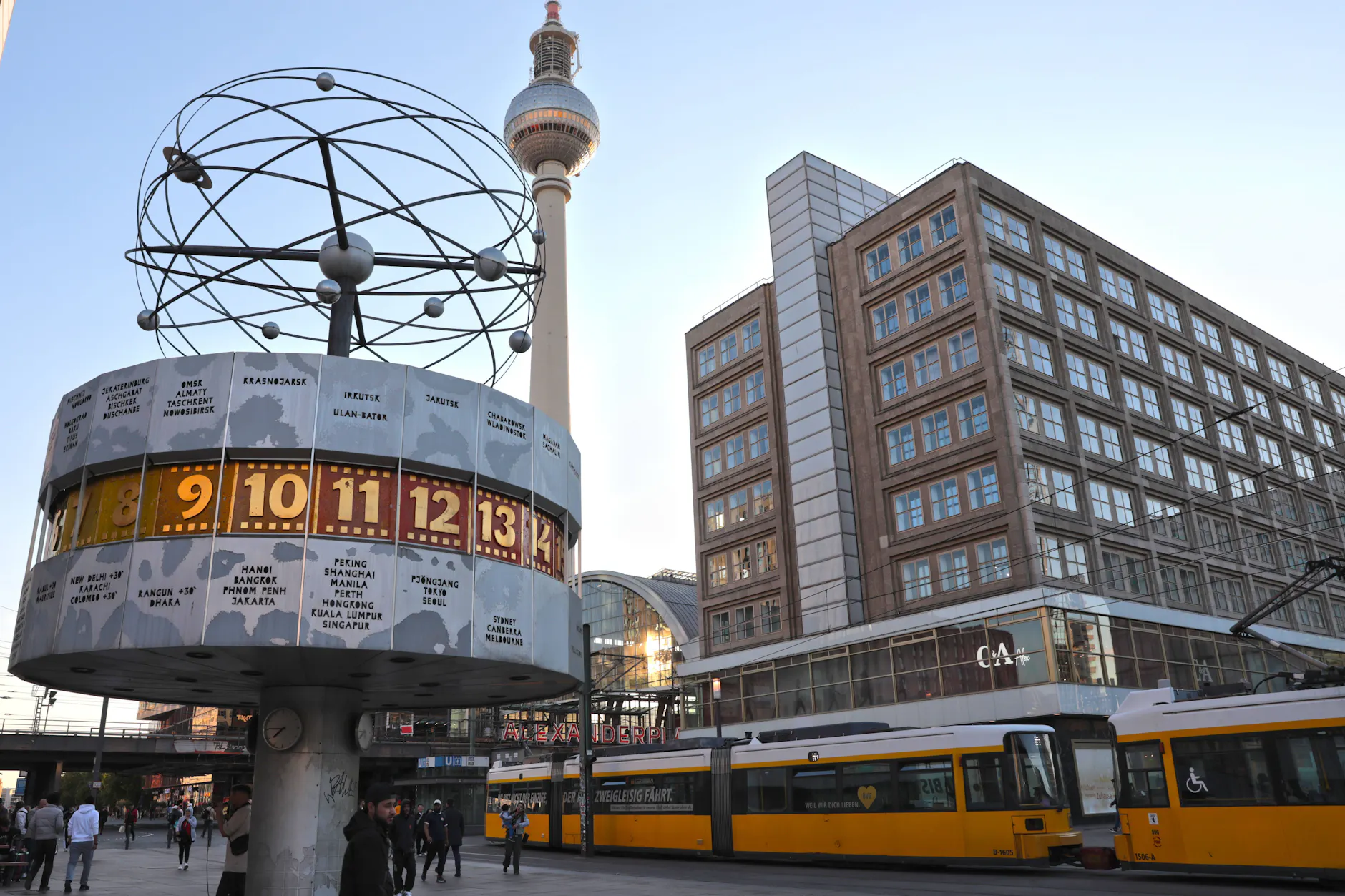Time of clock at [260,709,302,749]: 7:45
